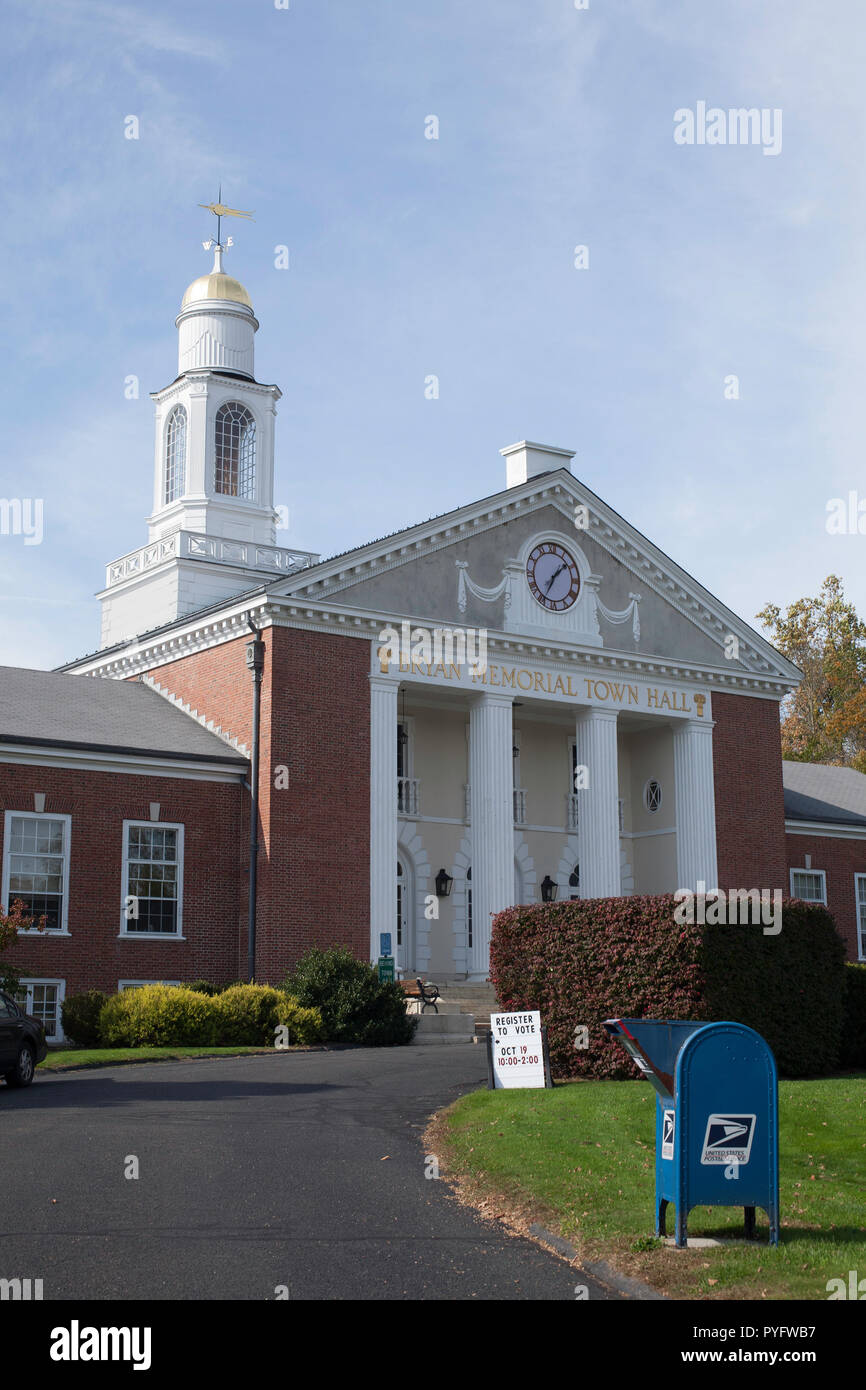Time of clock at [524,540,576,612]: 1:34
